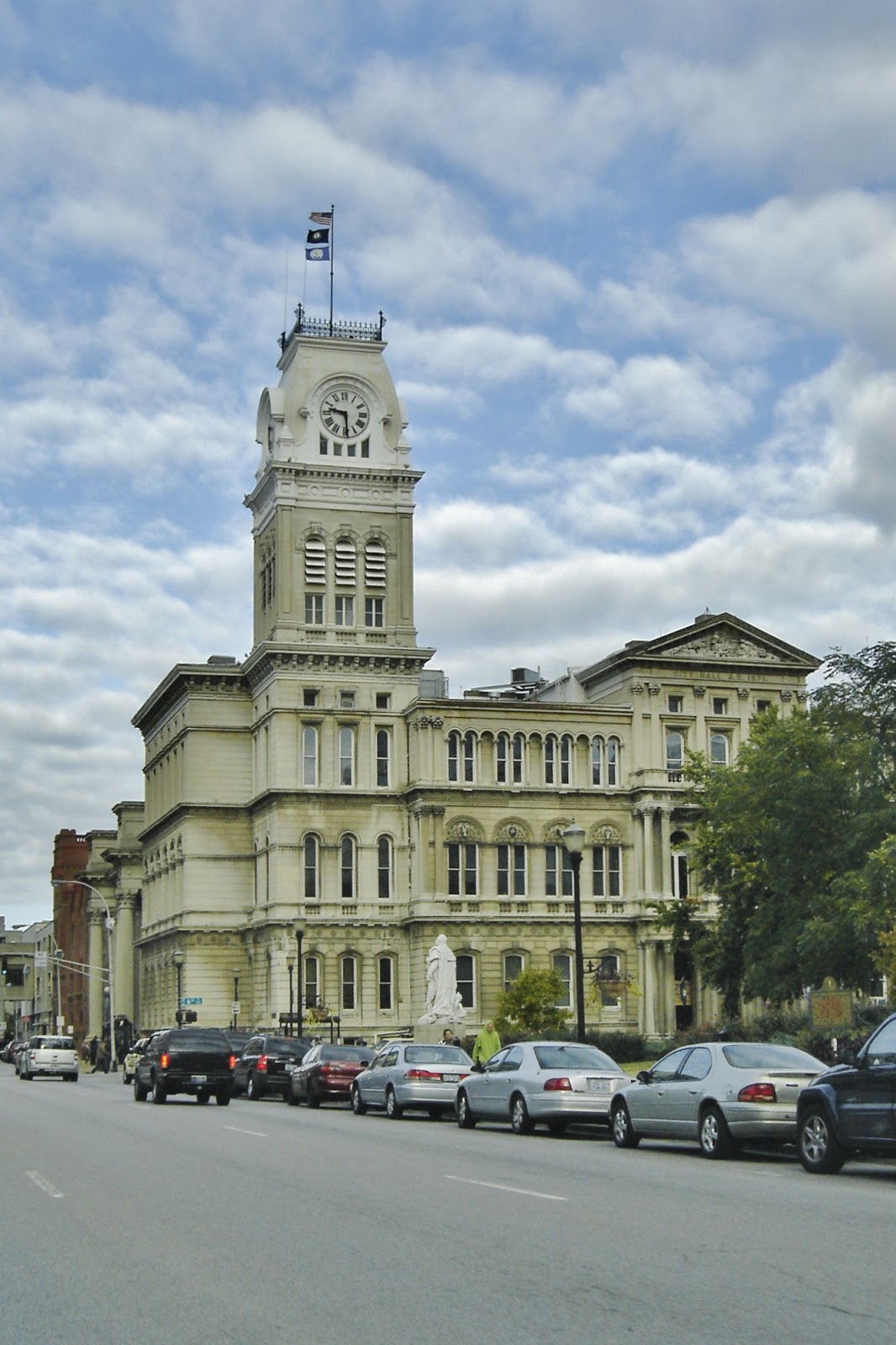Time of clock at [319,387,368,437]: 9:29
